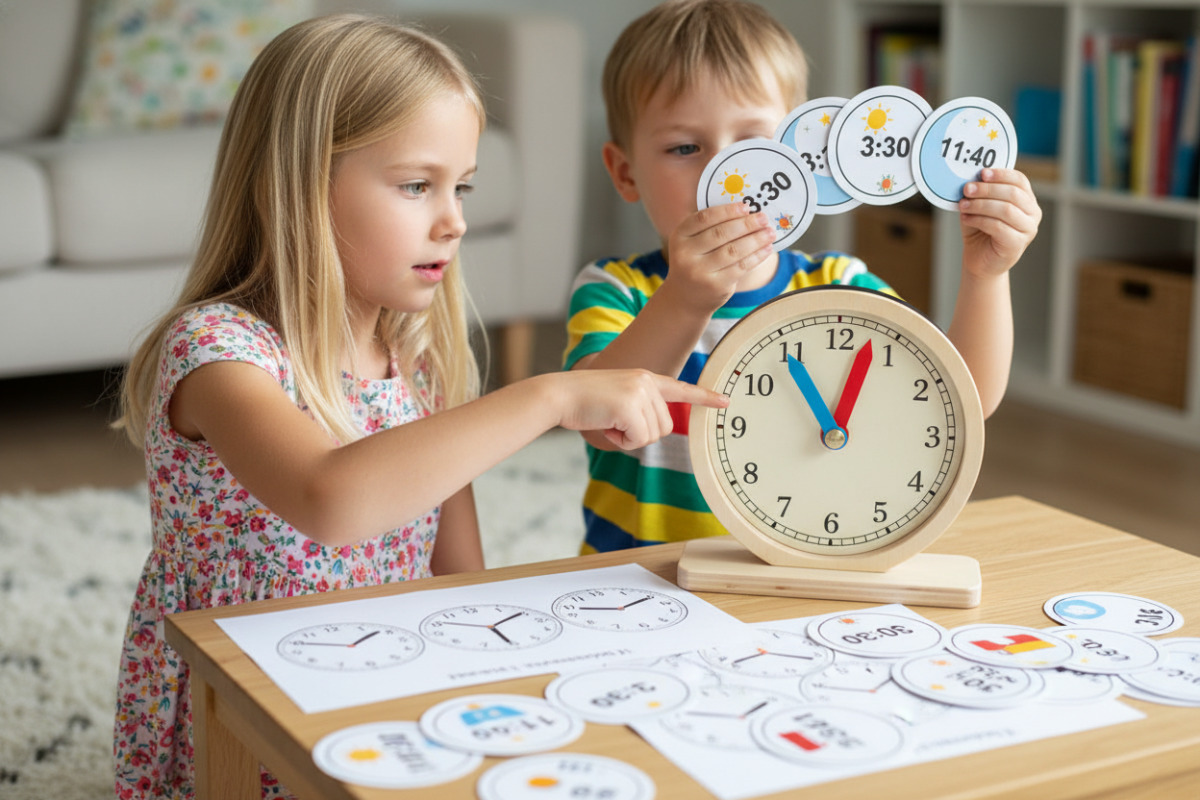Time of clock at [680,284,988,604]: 11:03
